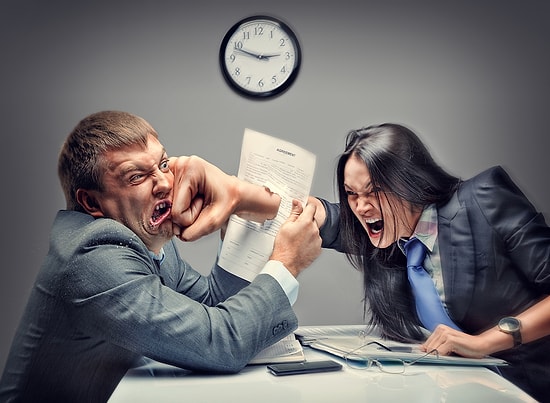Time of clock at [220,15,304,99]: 2:48
